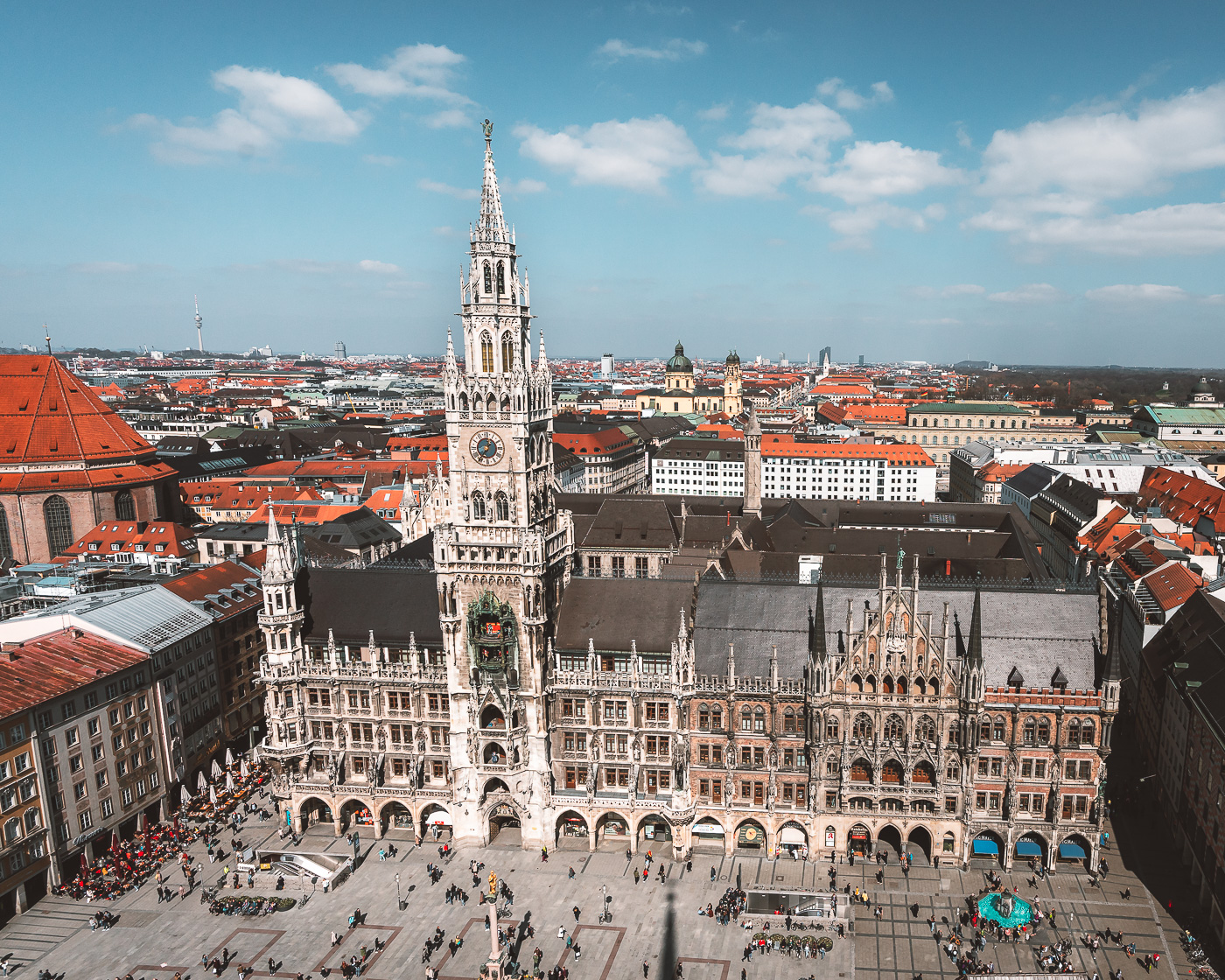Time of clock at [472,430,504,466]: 12:36
